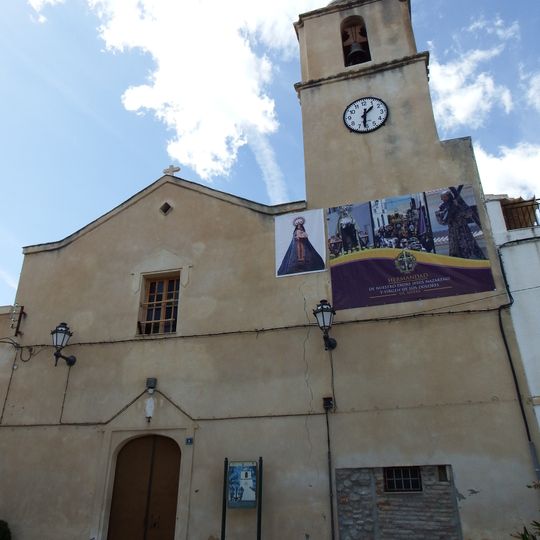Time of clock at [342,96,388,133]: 1:31
